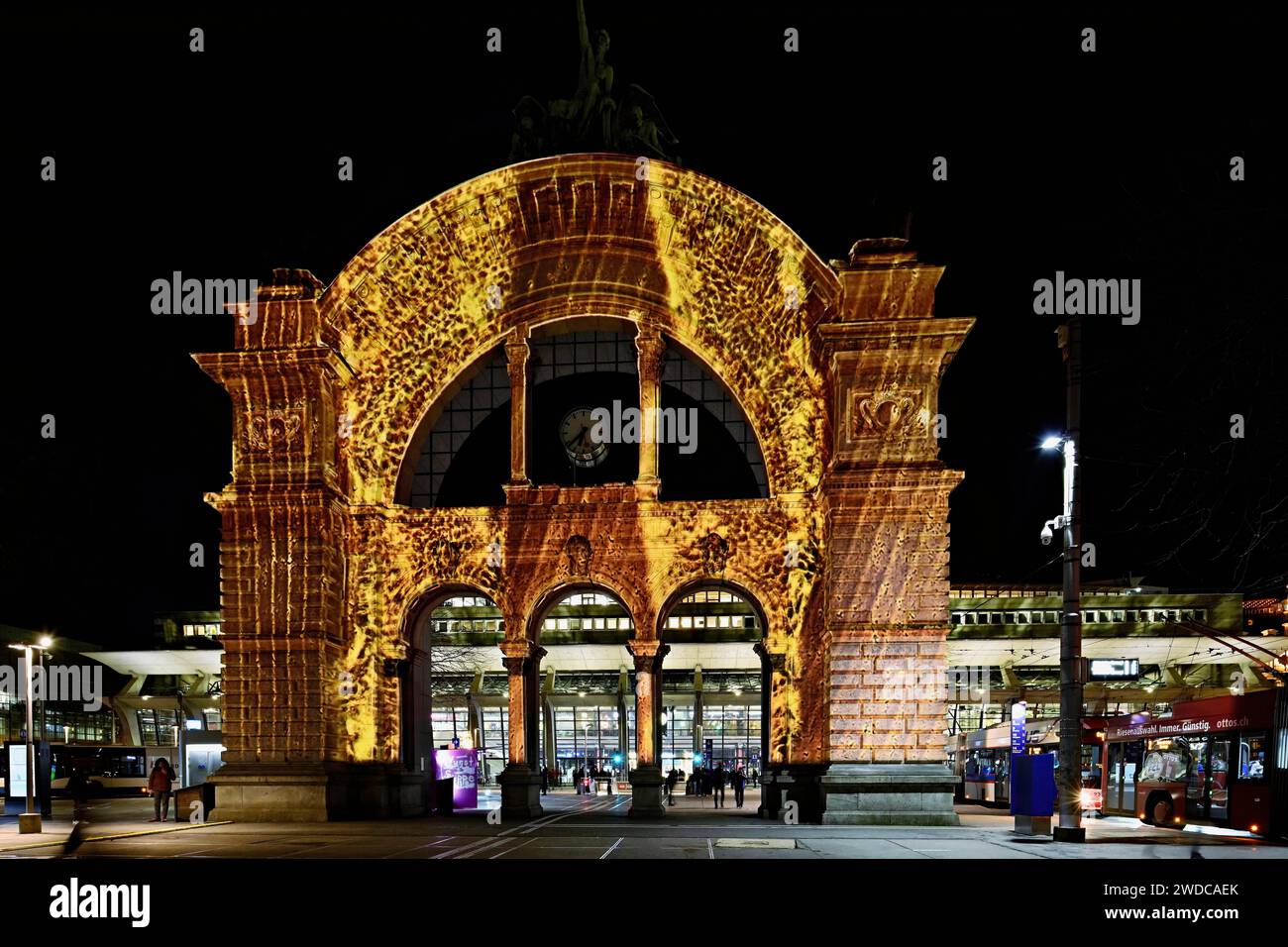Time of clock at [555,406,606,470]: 6:38
